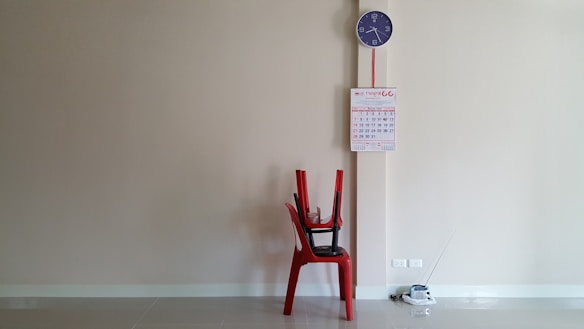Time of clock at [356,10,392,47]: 8:25
